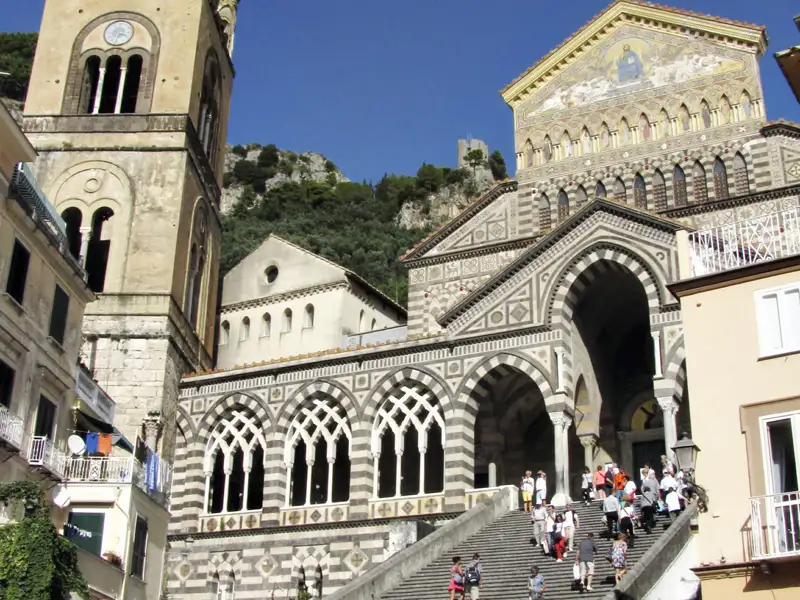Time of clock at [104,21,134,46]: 3:32
